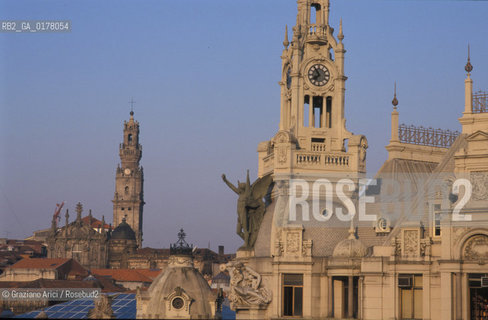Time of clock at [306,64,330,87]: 7:54
